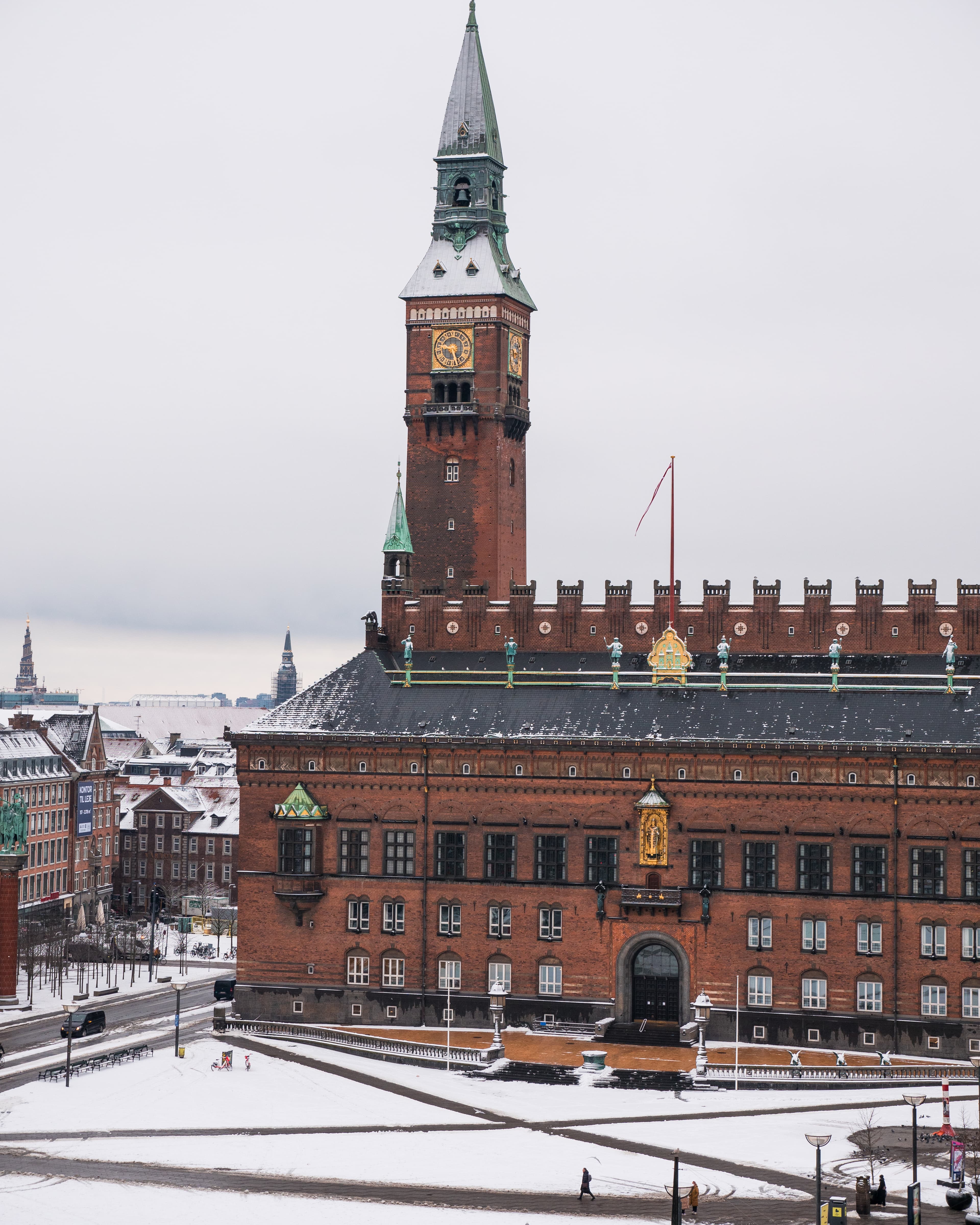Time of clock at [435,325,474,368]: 5:26
